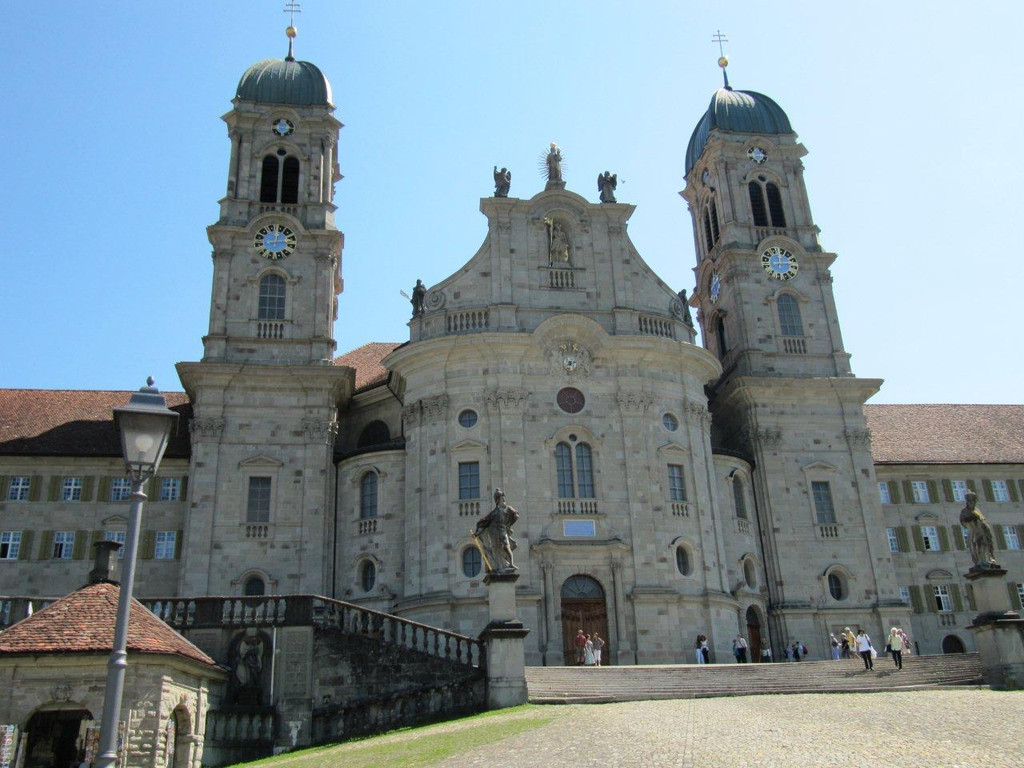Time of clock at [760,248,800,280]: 12:13
